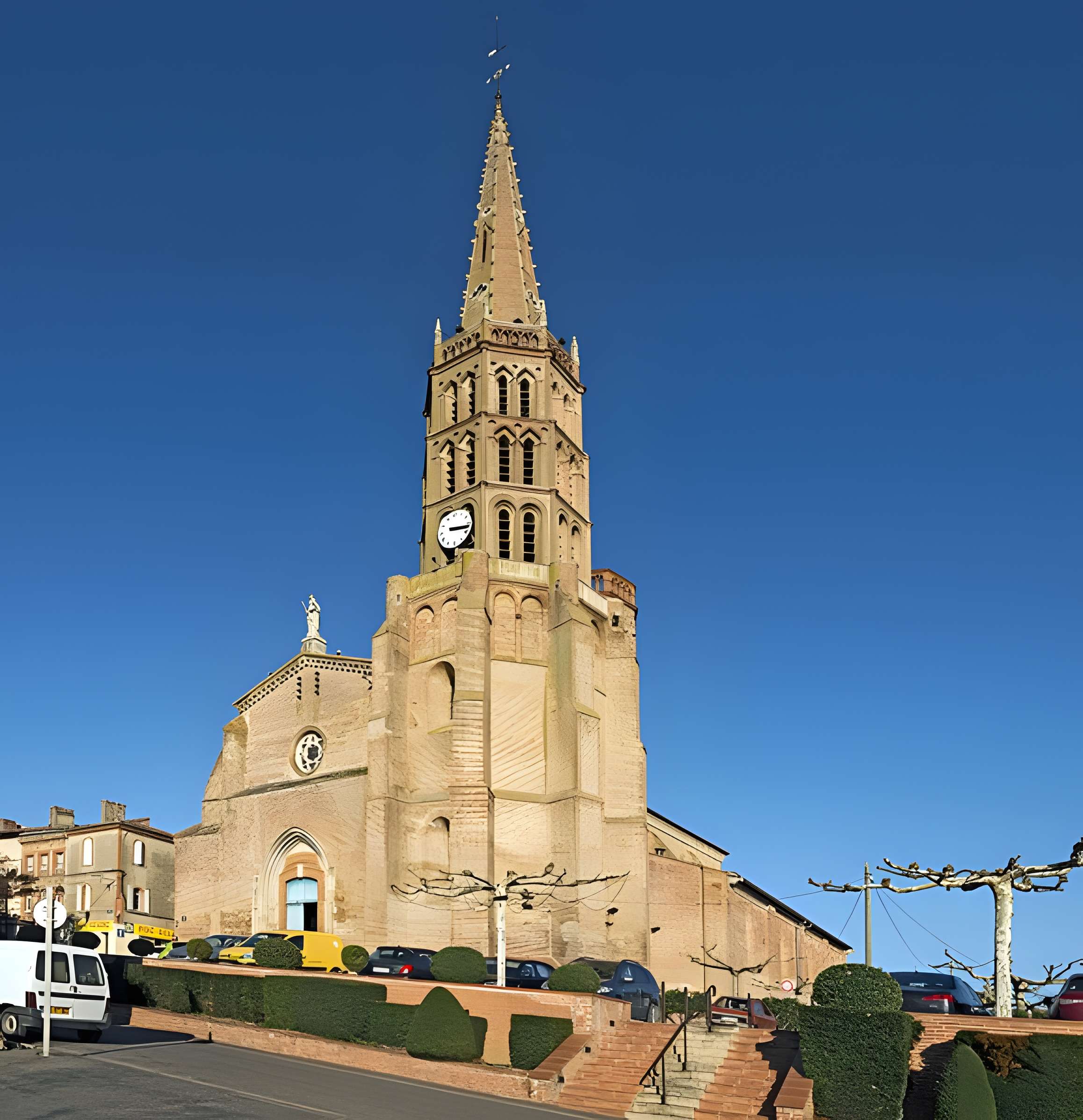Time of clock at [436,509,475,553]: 3:17
